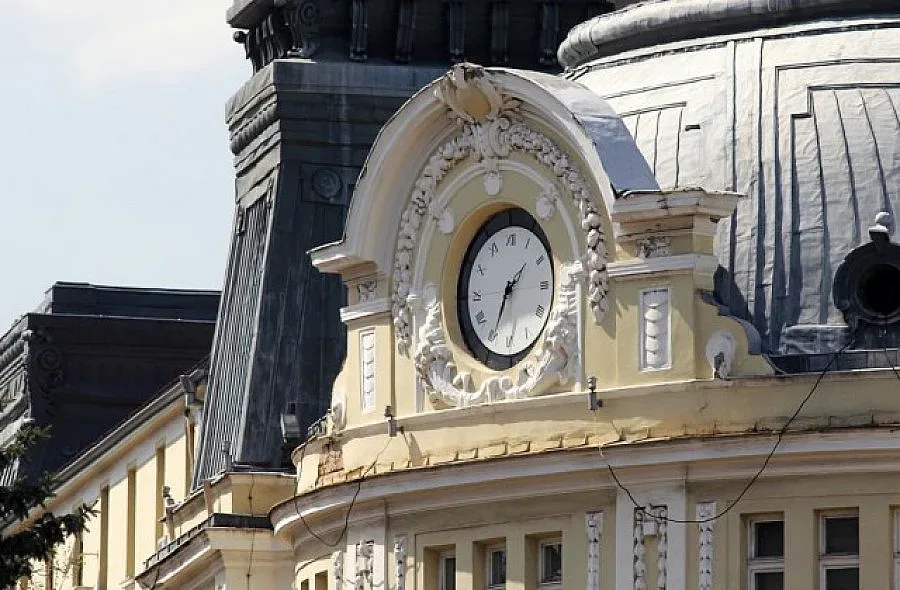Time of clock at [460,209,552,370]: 1:34
